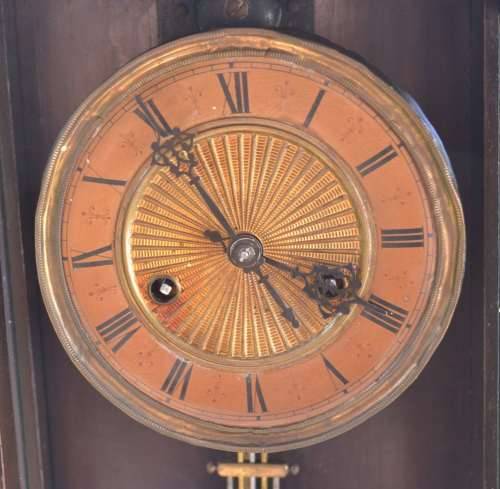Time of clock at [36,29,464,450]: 3:54
